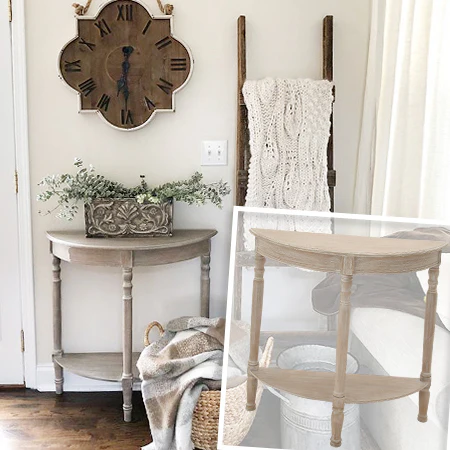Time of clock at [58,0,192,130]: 6:29
